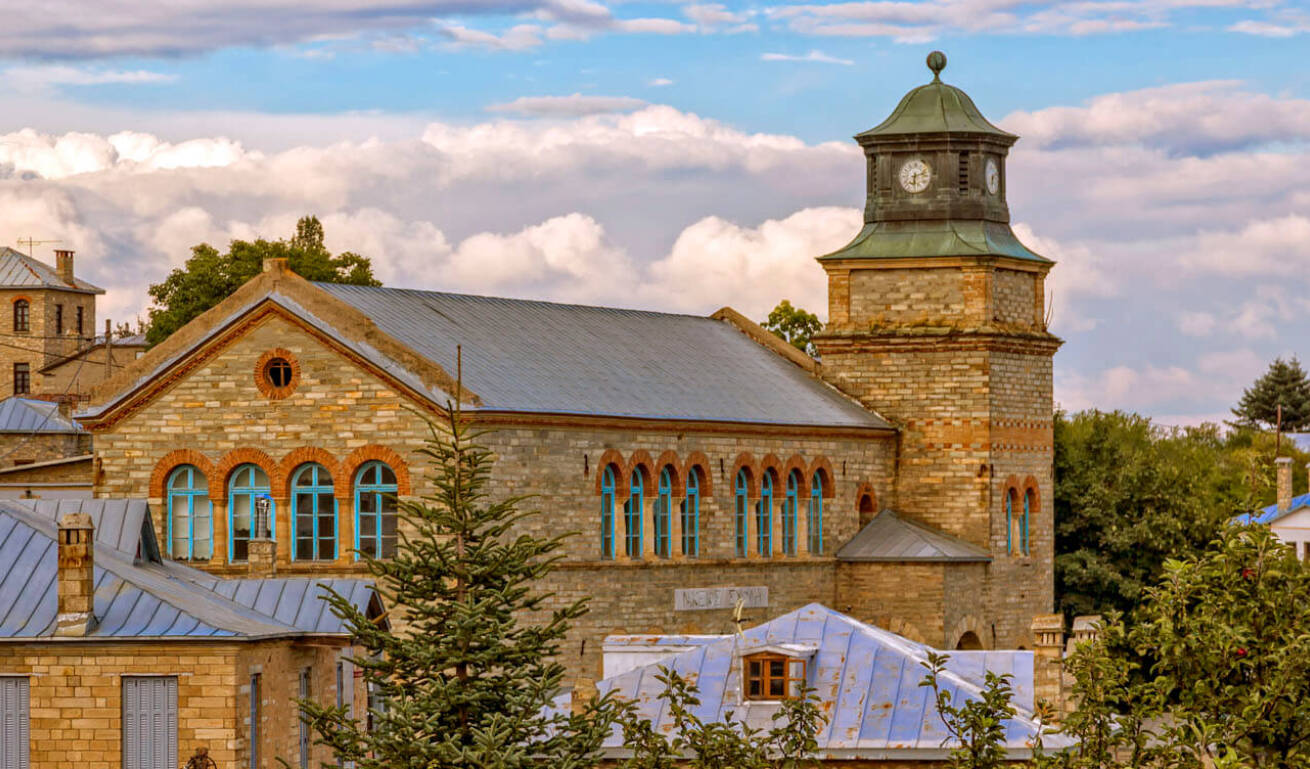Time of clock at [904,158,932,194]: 6:12
